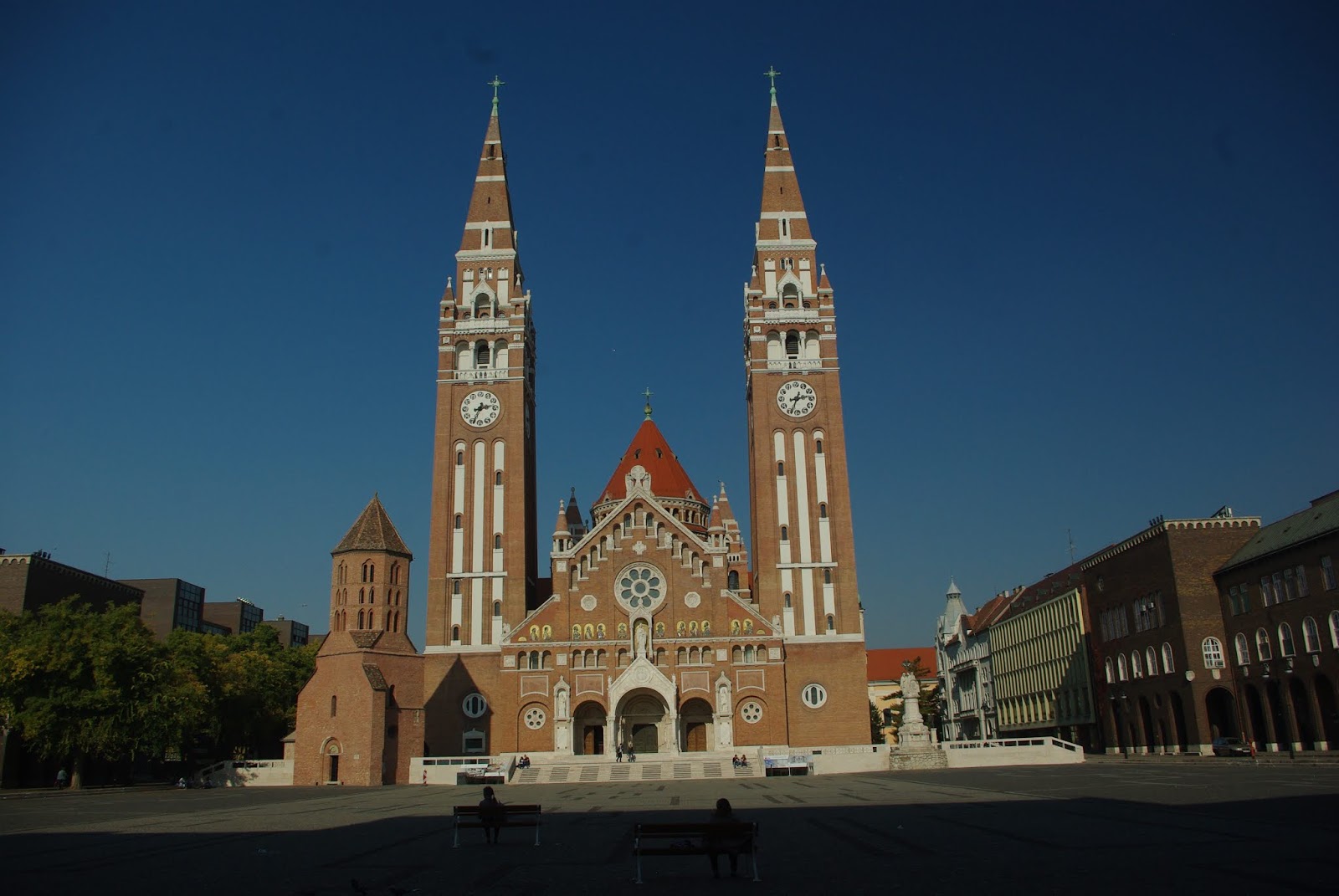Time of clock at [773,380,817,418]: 2:33
